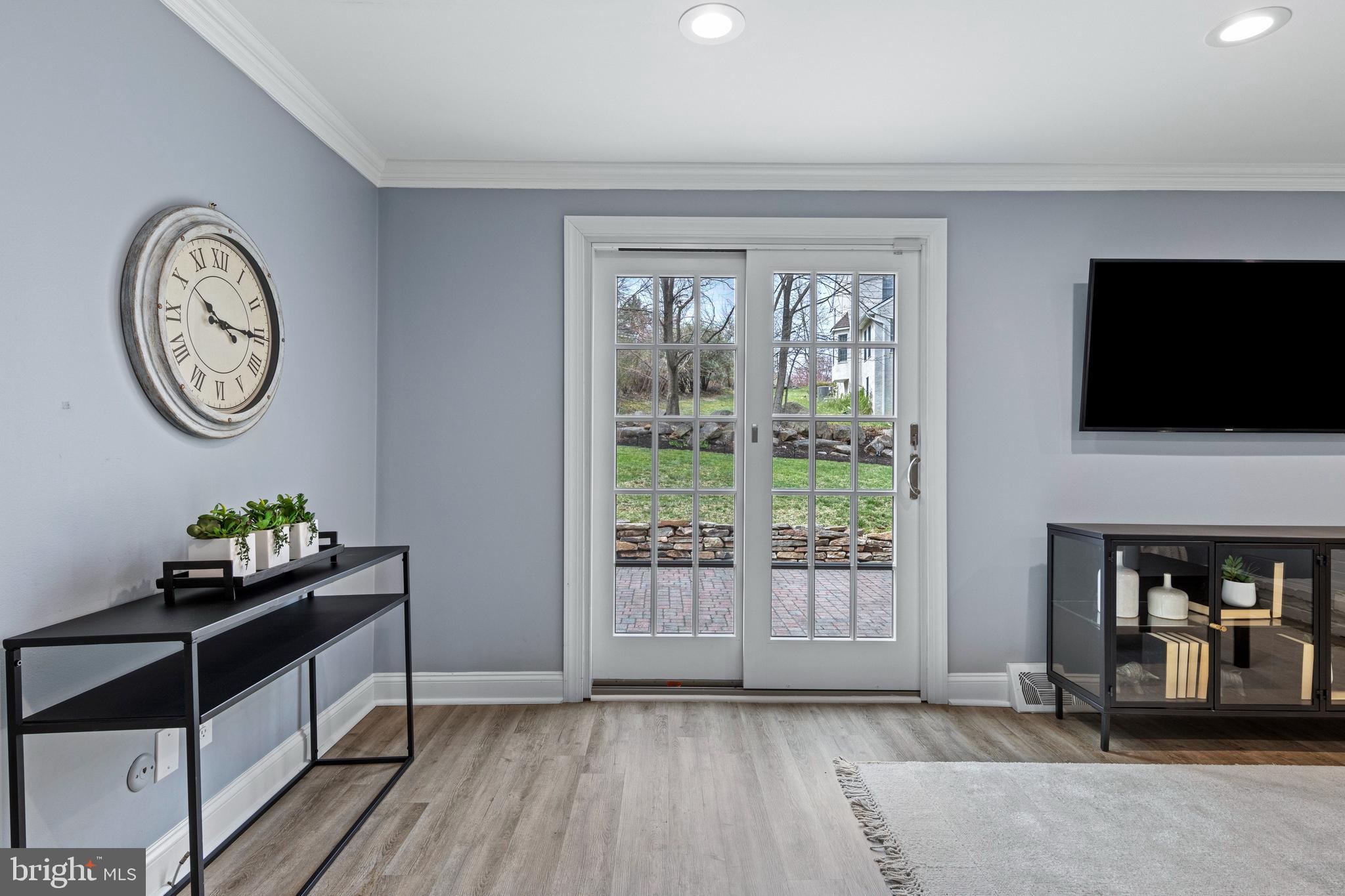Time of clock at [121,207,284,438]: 10:15
